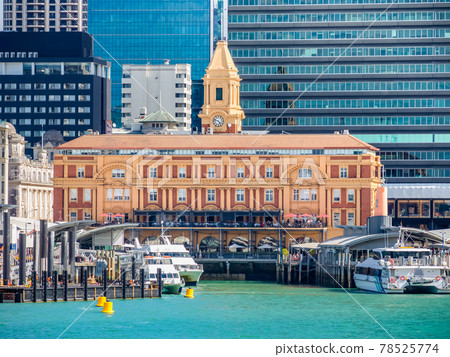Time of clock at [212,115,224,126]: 4:48
